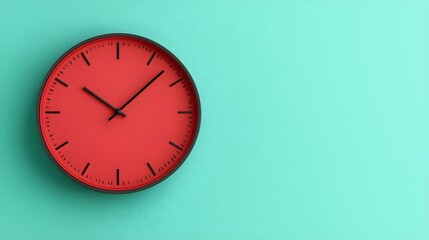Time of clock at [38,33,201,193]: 10:07
